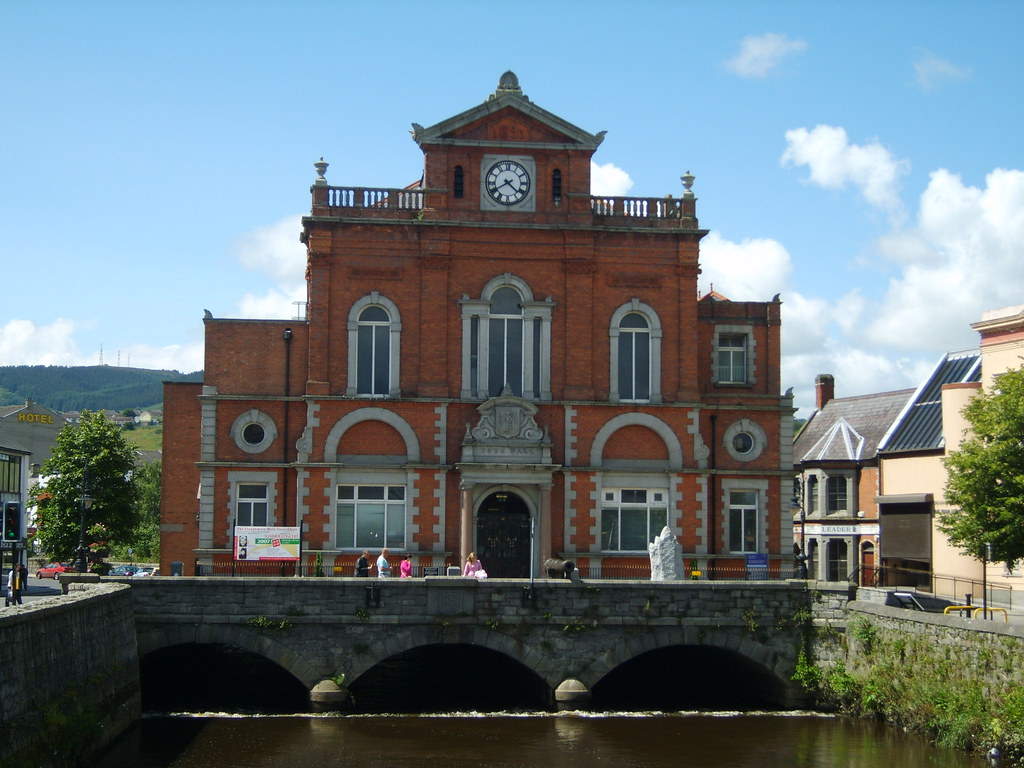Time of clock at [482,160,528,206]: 4:40
